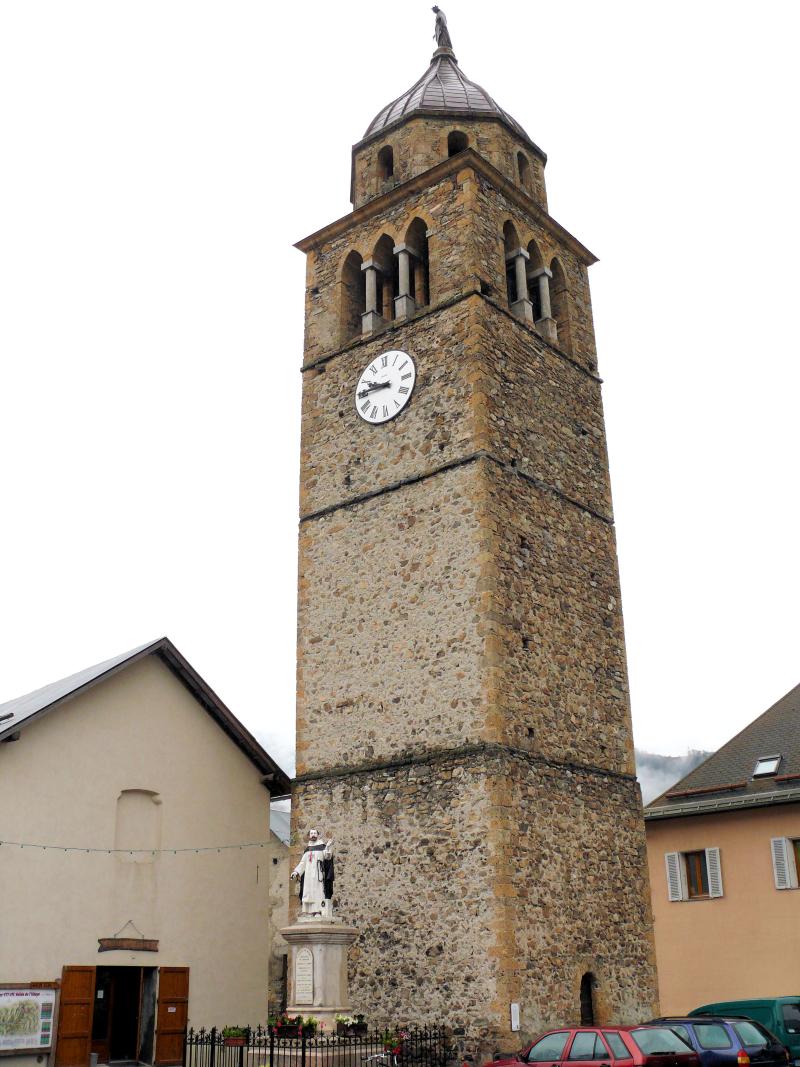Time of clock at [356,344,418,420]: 9:45
